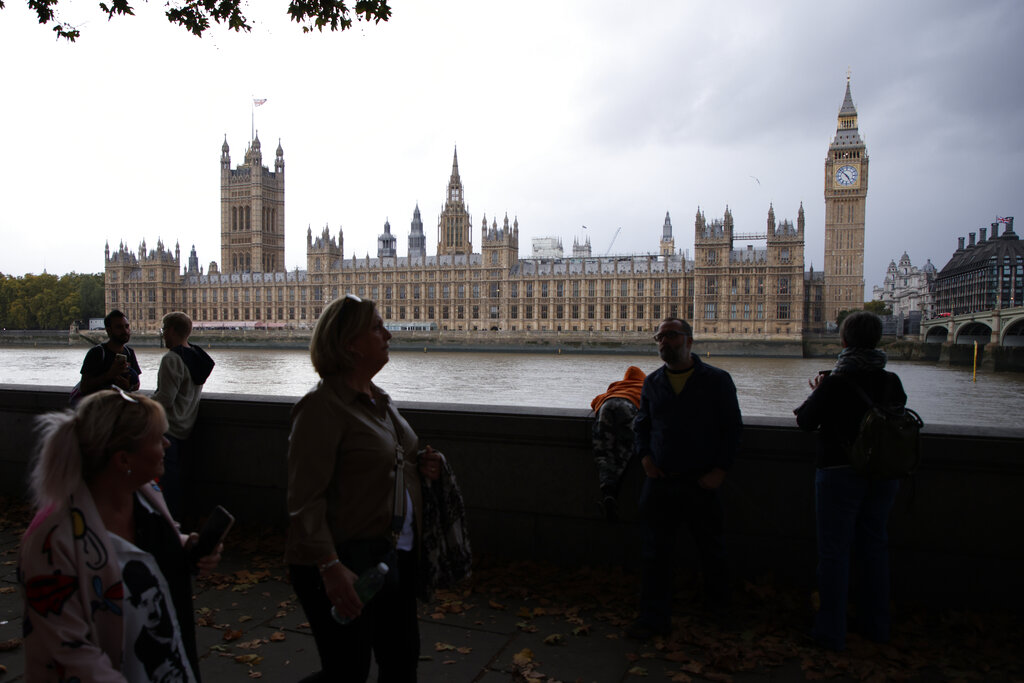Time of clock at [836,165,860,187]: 4:52
